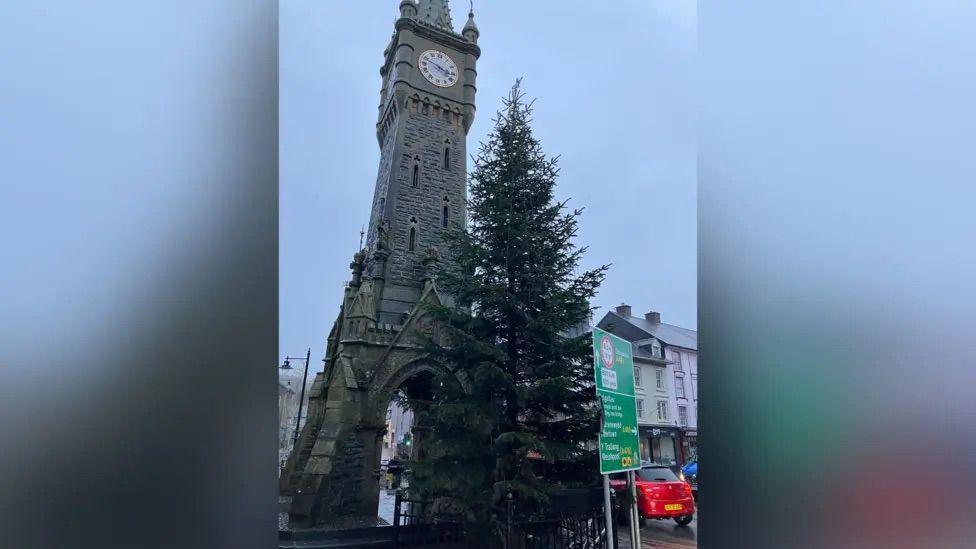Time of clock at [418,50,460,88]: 3:48
